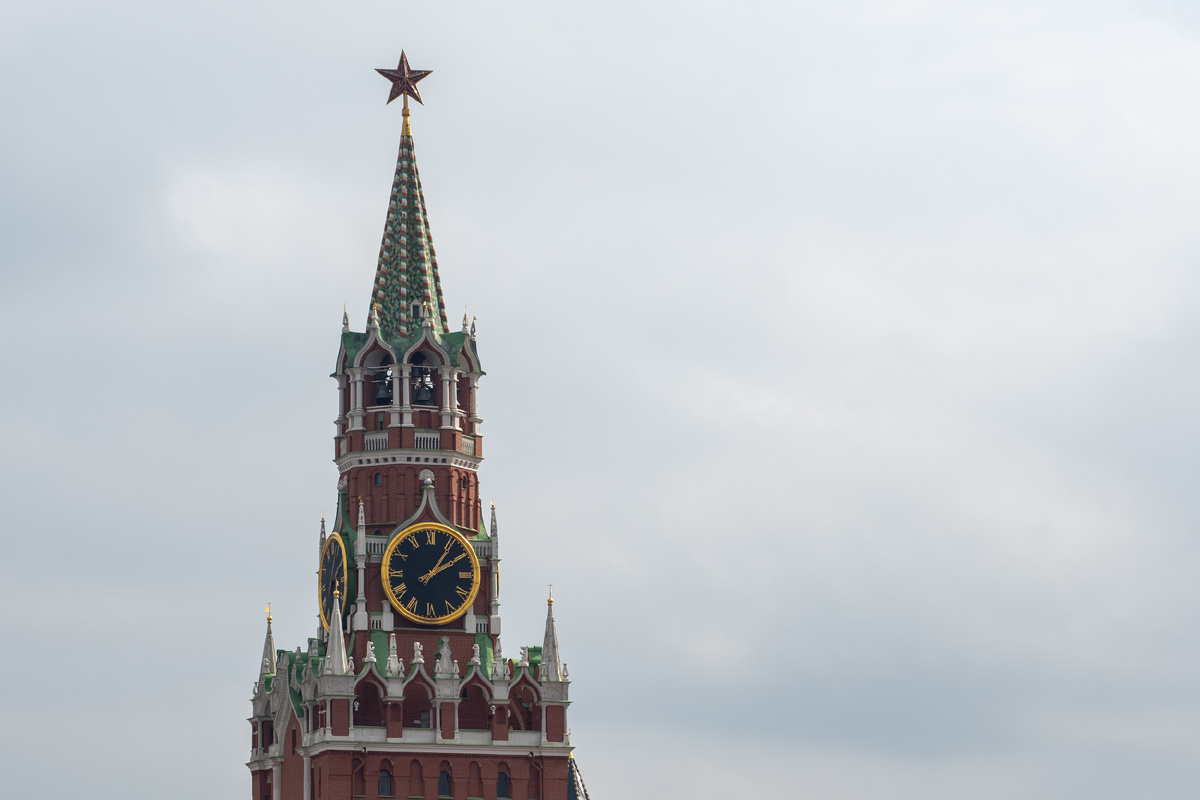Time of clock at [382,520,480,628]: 2:06
